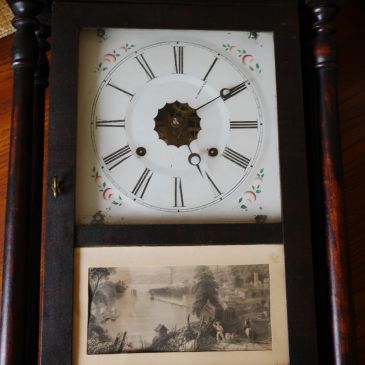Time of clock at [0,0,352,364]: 4:10
